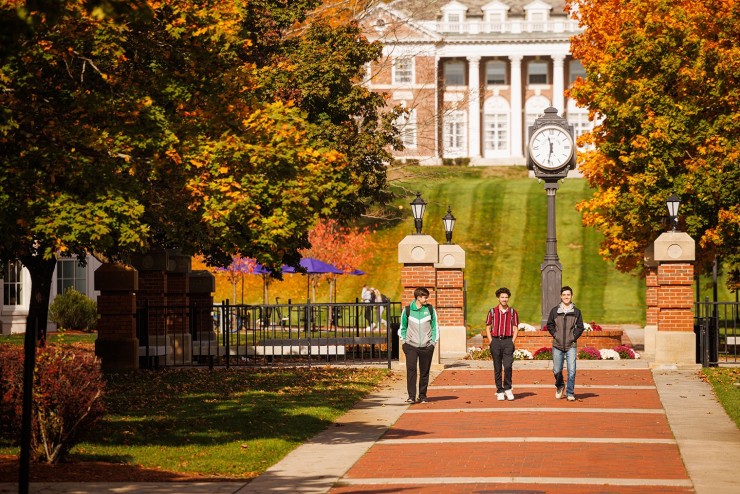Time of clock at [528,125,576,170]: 11:32
